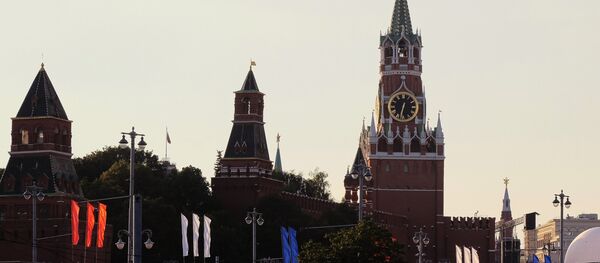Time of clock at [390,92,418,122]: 6:32
